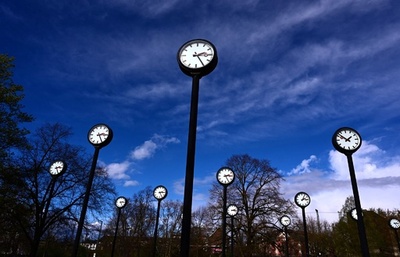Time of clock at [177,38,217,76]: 2:24
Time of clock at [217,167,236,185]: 2:25
